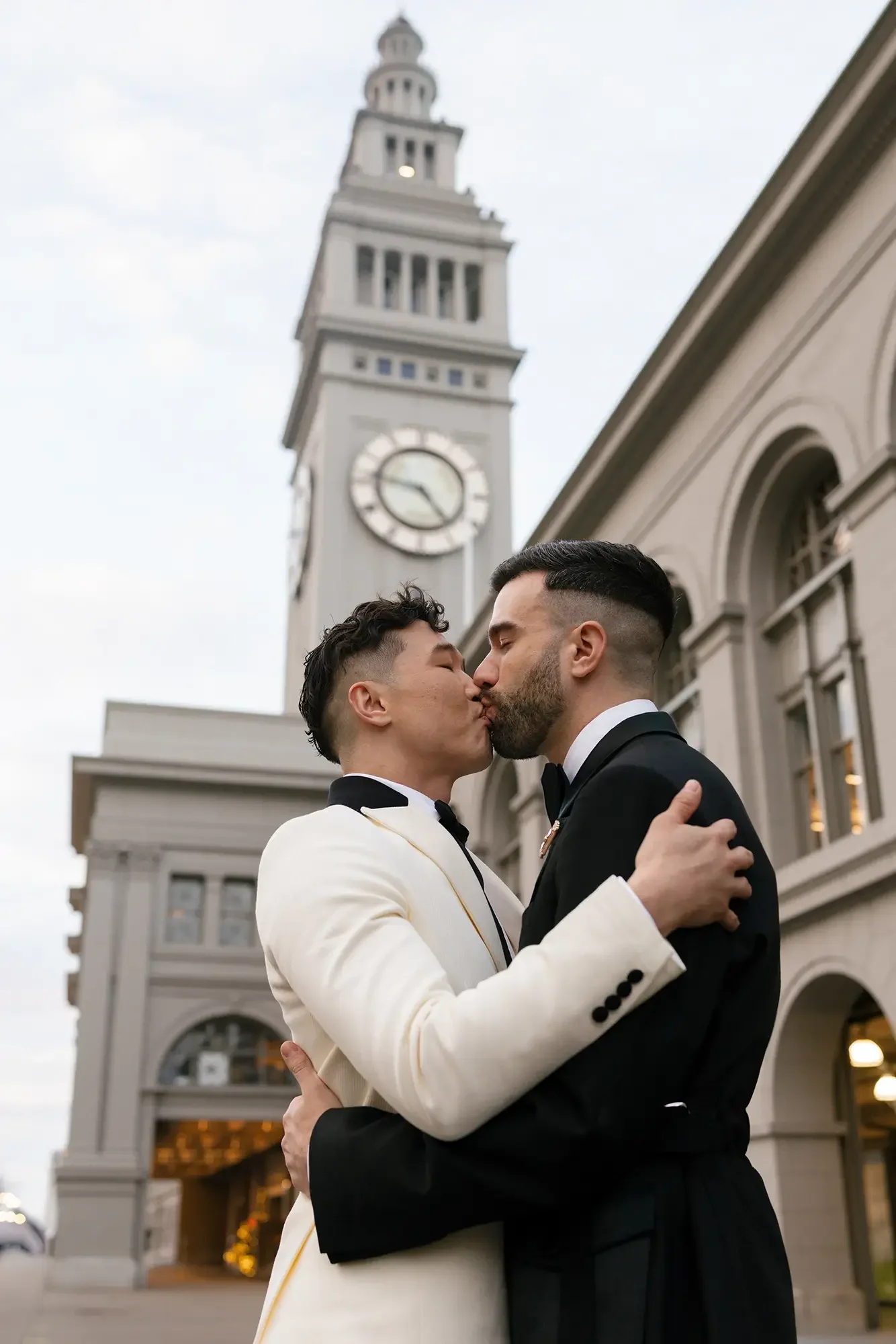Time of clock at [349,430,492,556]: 4:46
